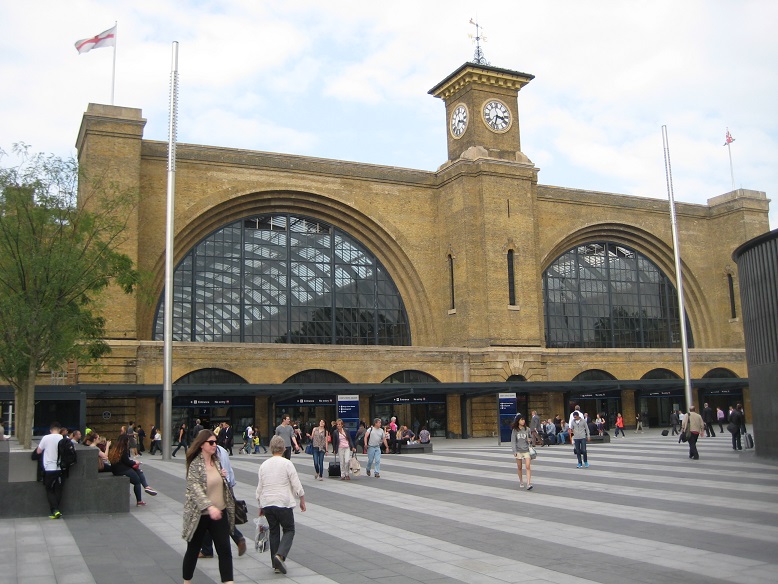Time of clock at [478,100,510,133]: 3:32
